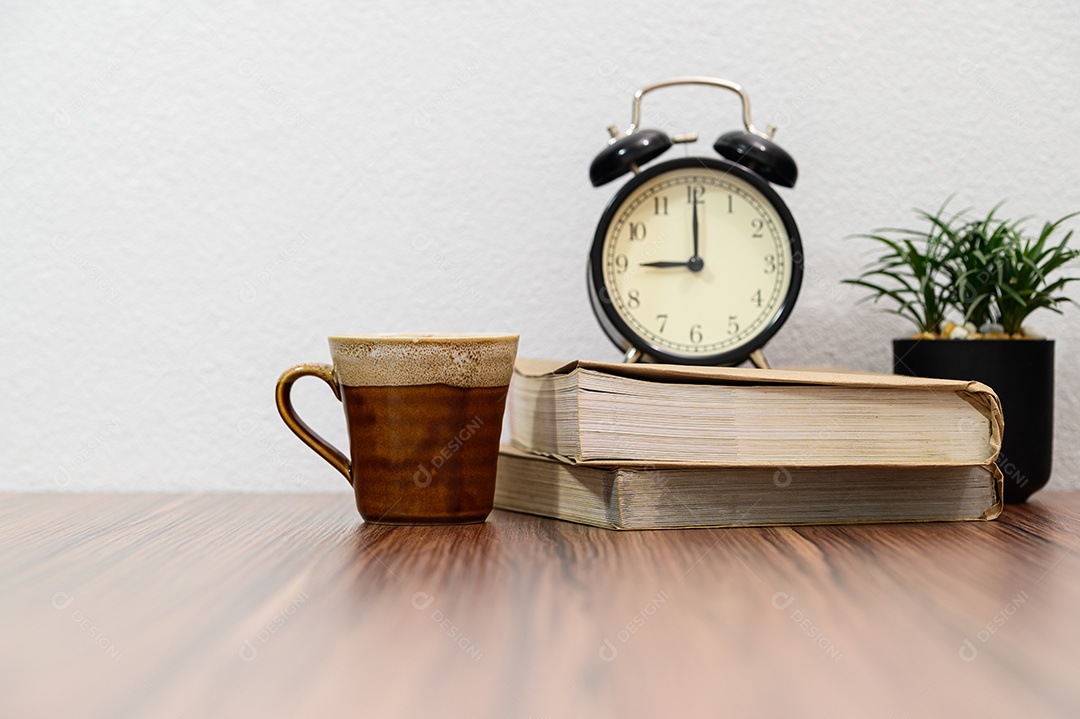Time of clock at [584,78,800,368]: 9:00
